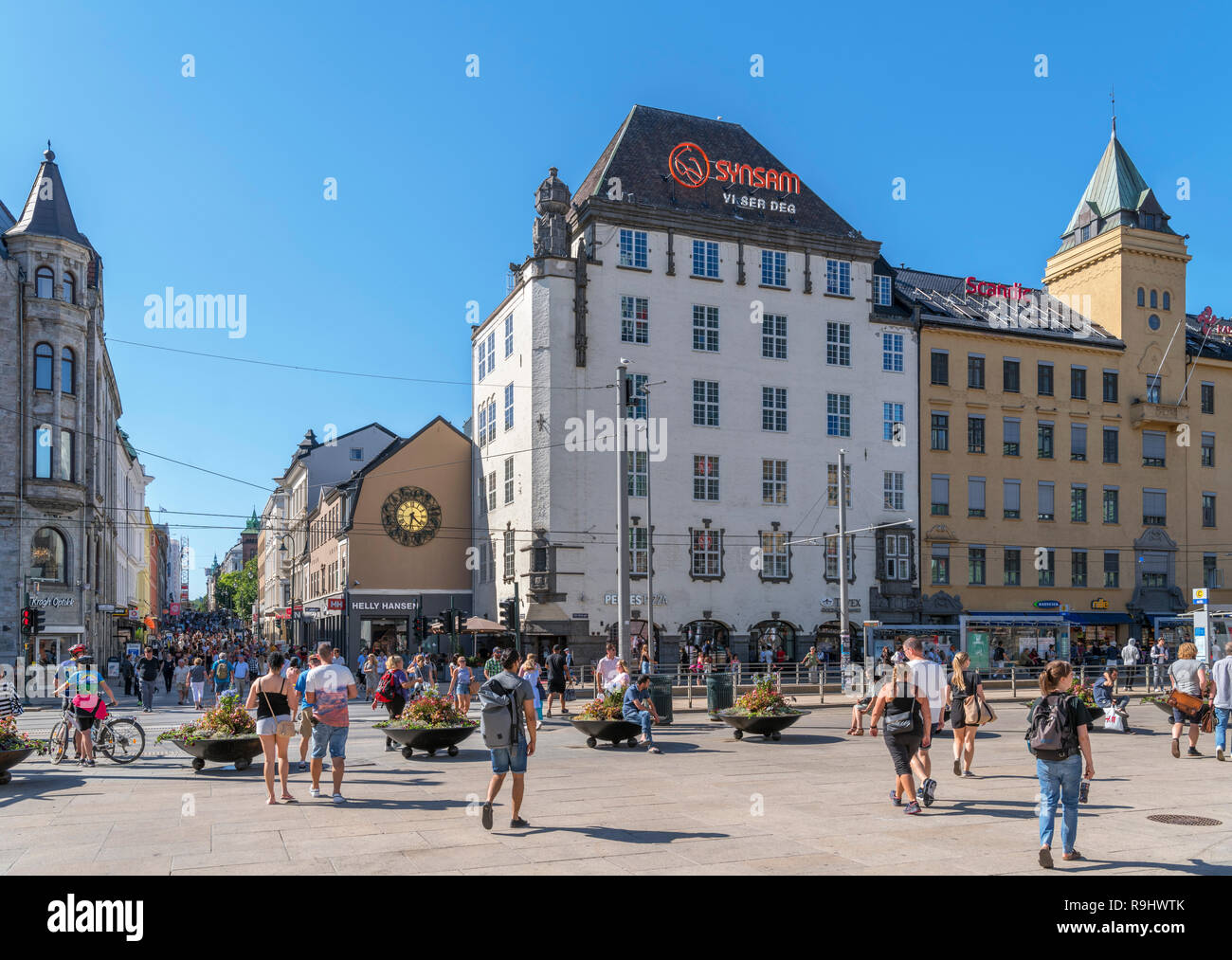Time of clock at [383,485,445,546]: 4:32
